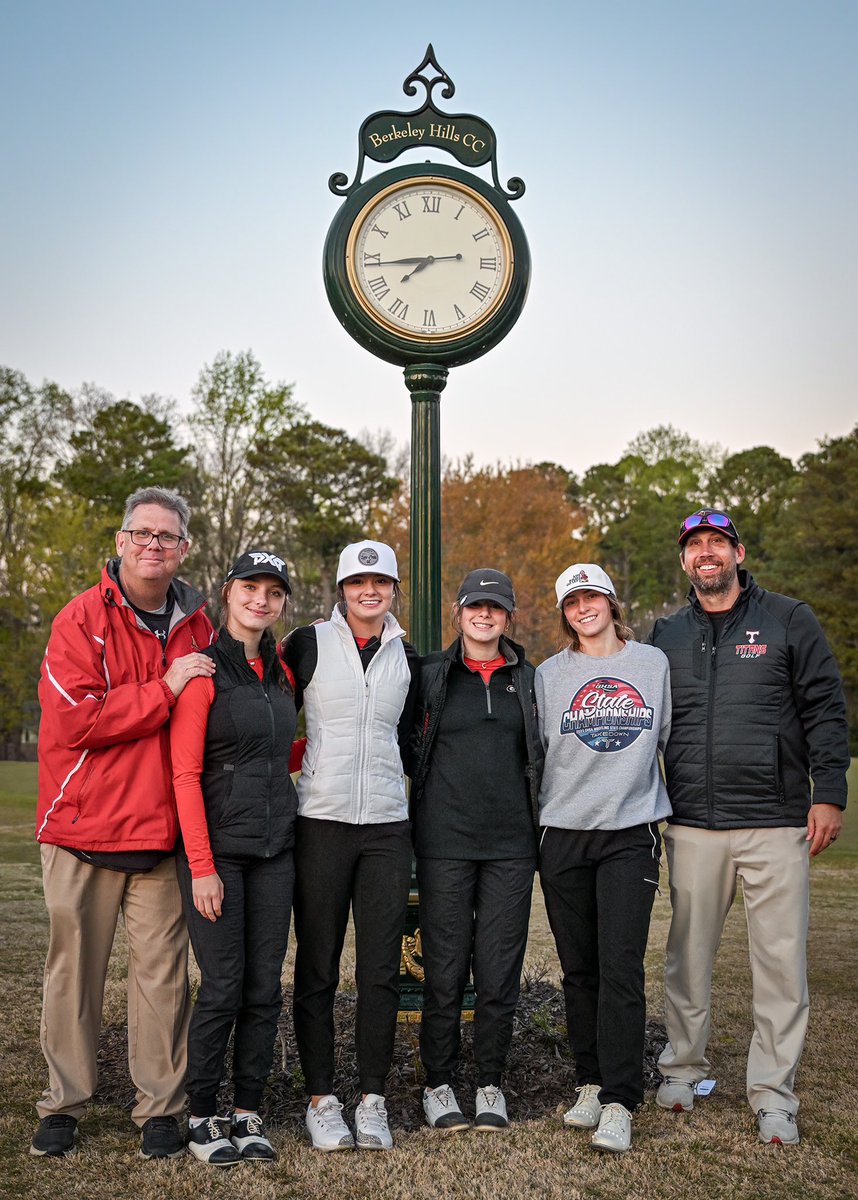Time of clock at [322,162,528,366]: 7:43
